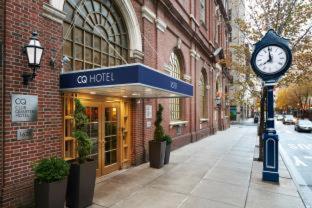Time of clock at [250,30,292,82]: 7:58
